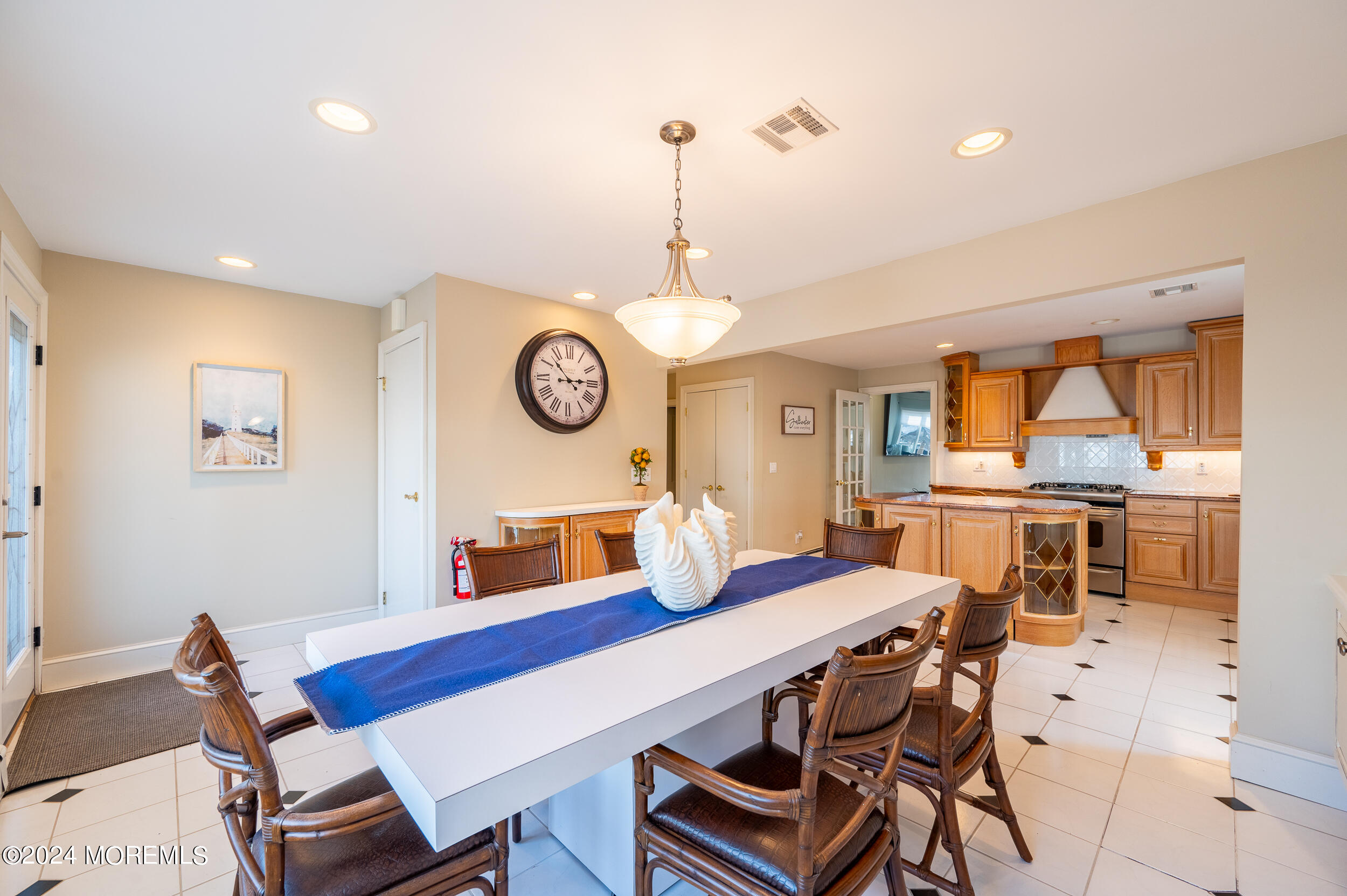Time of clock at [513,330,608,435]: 2:53
